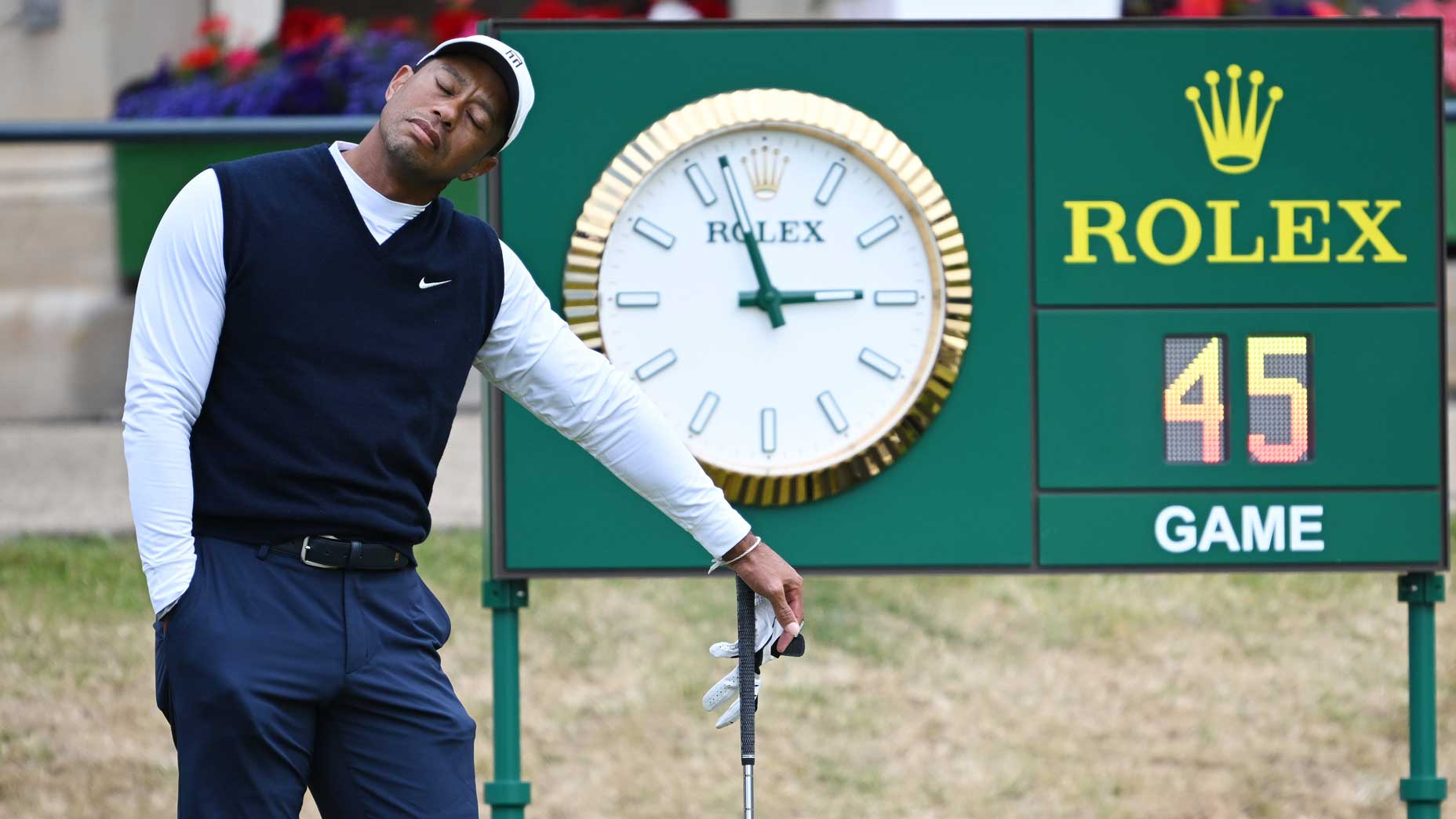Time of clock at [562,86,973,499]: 2:56
